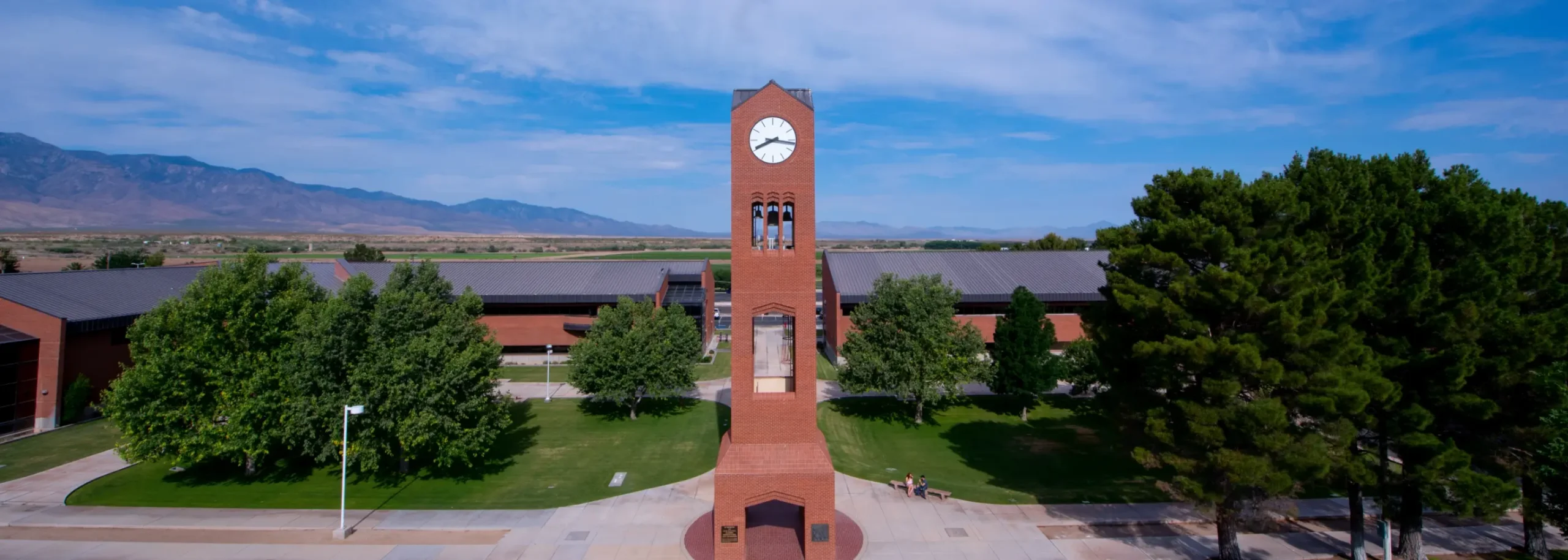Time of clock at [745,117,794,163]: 8:16
